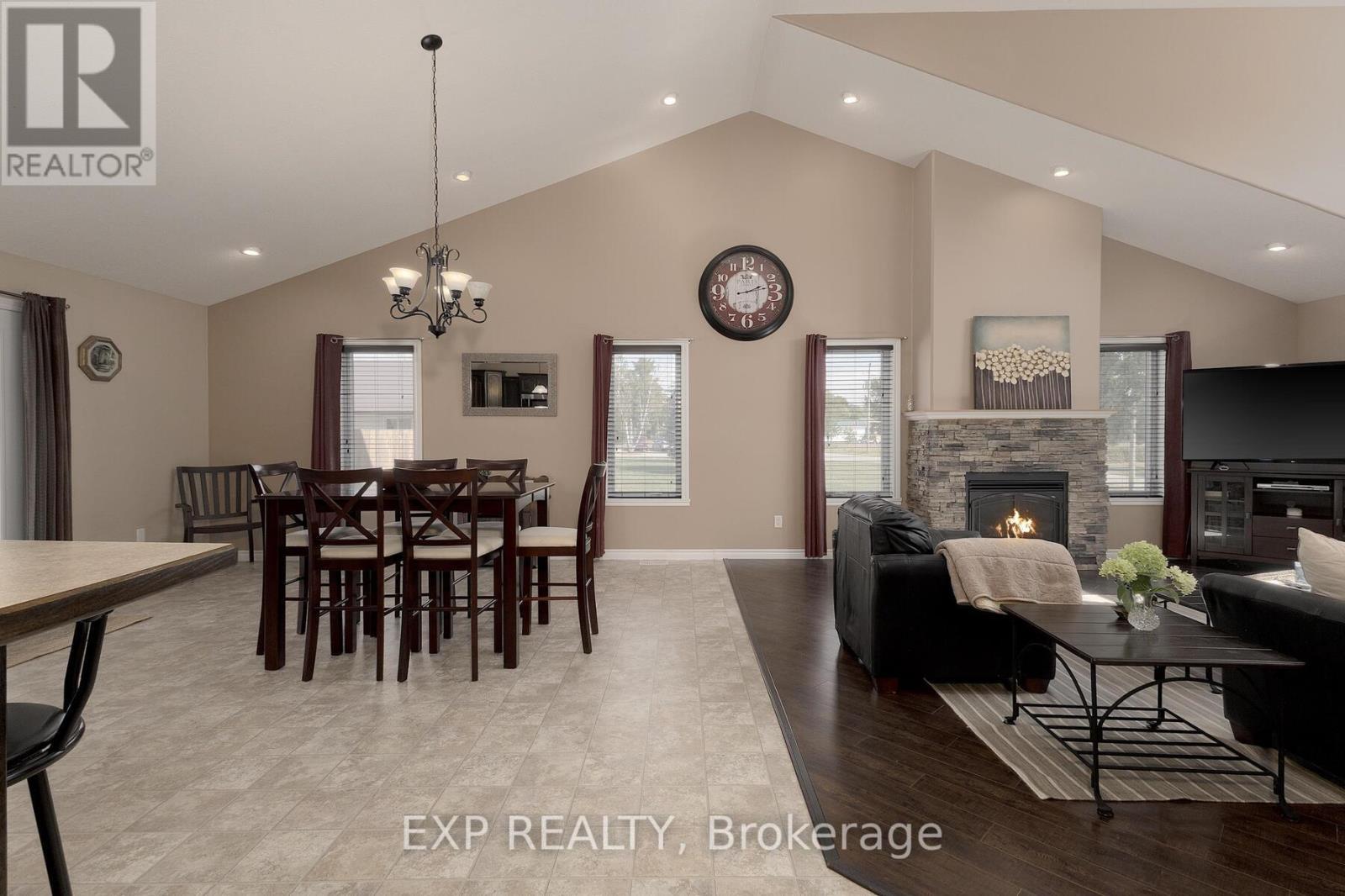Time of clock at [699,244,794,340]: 2:12
